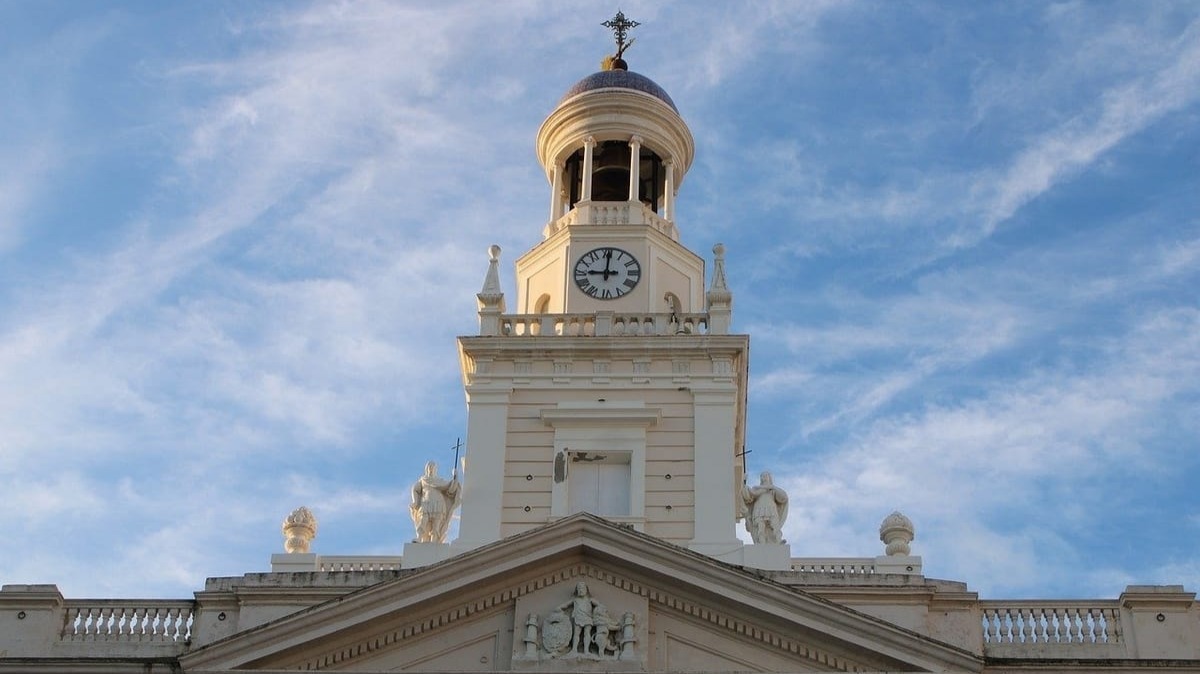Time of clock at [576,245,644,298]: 9:00
